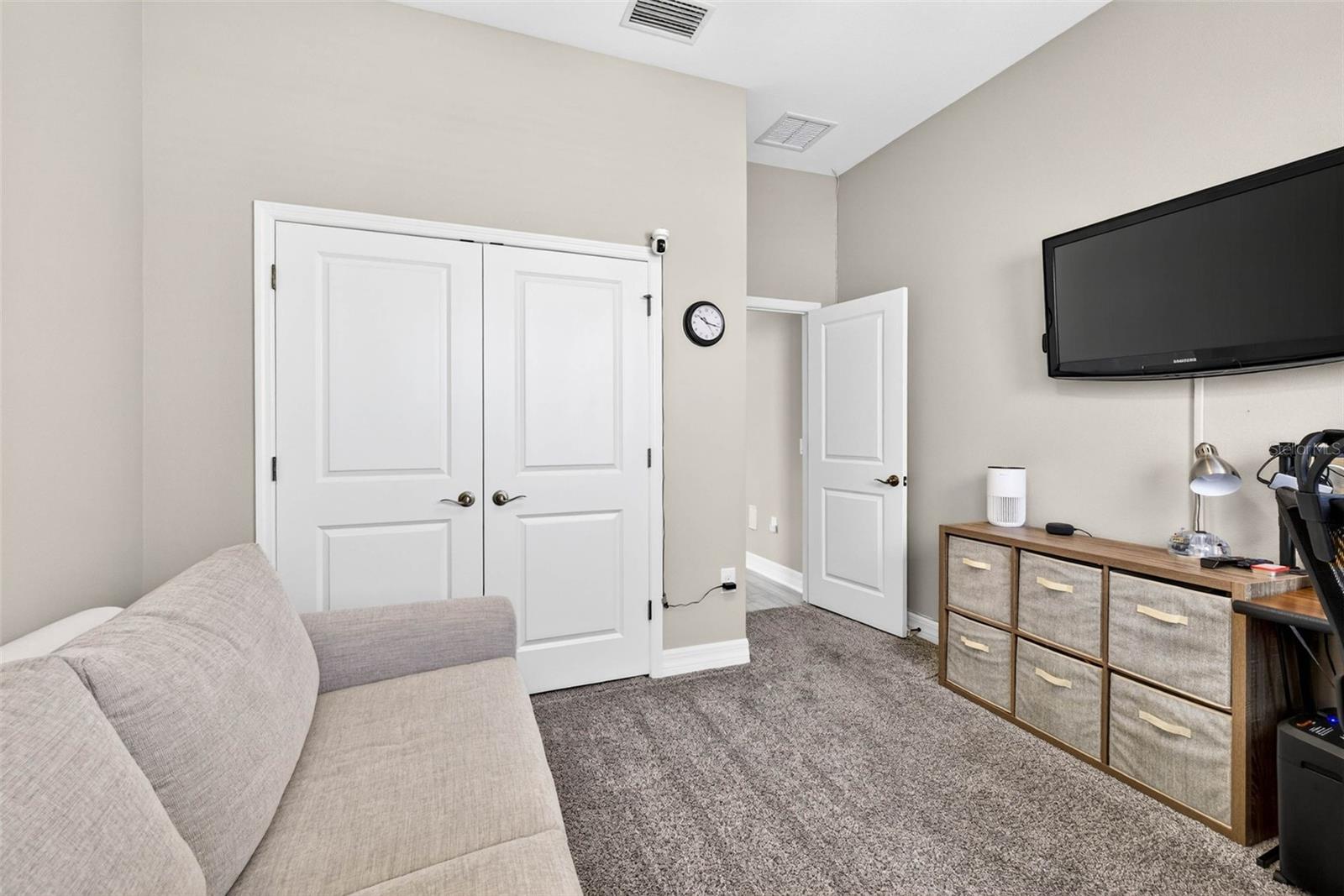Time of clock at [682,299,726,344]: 10:17
